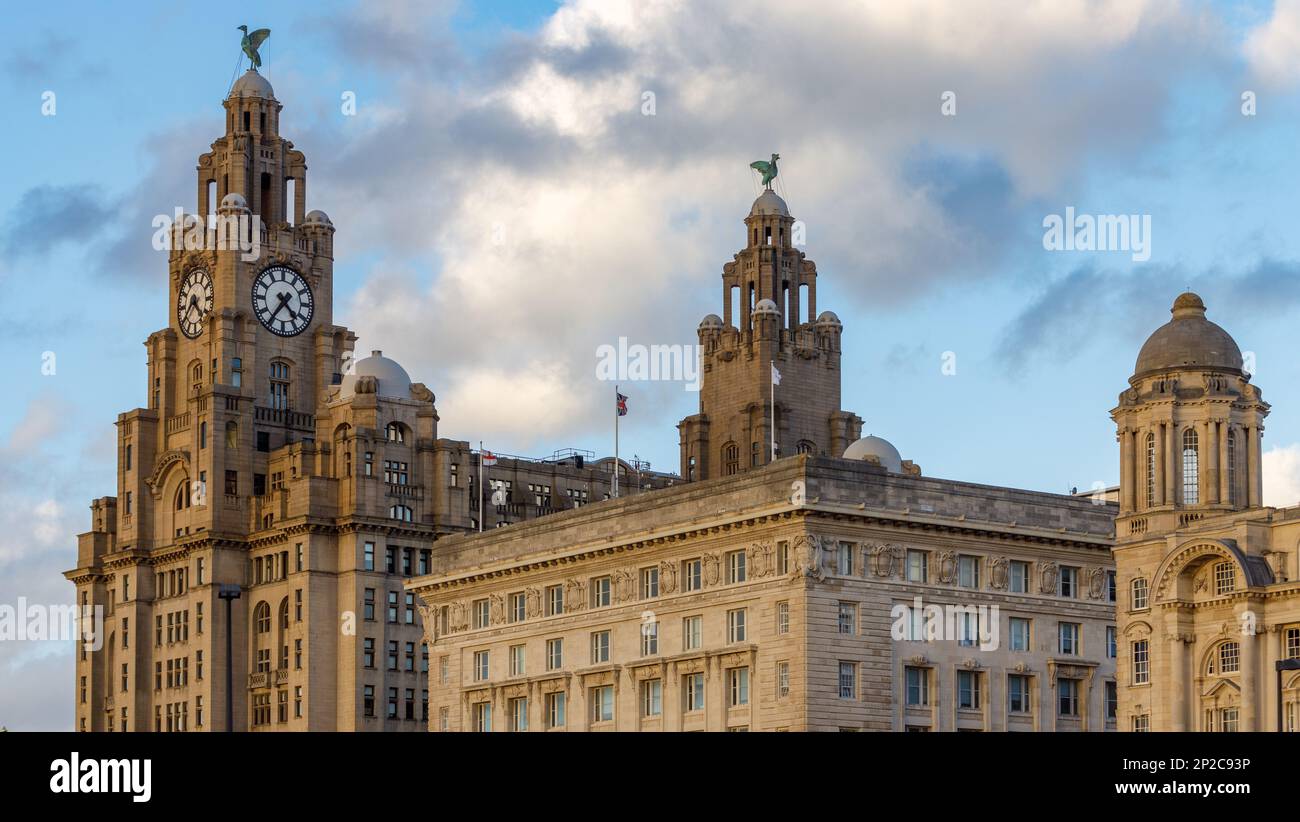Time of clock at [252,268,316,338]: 4:36
